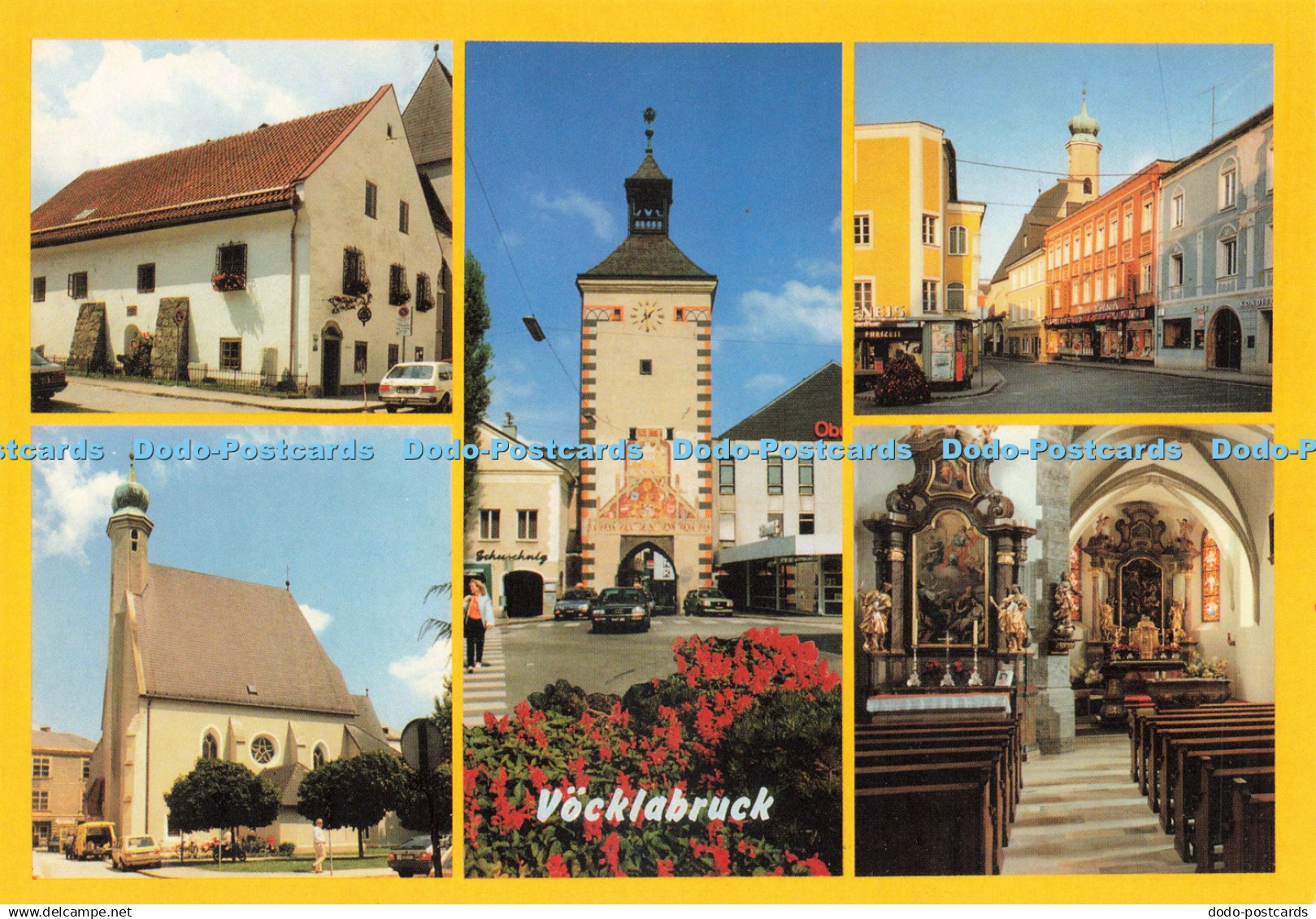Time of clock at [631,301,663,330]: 7:30
